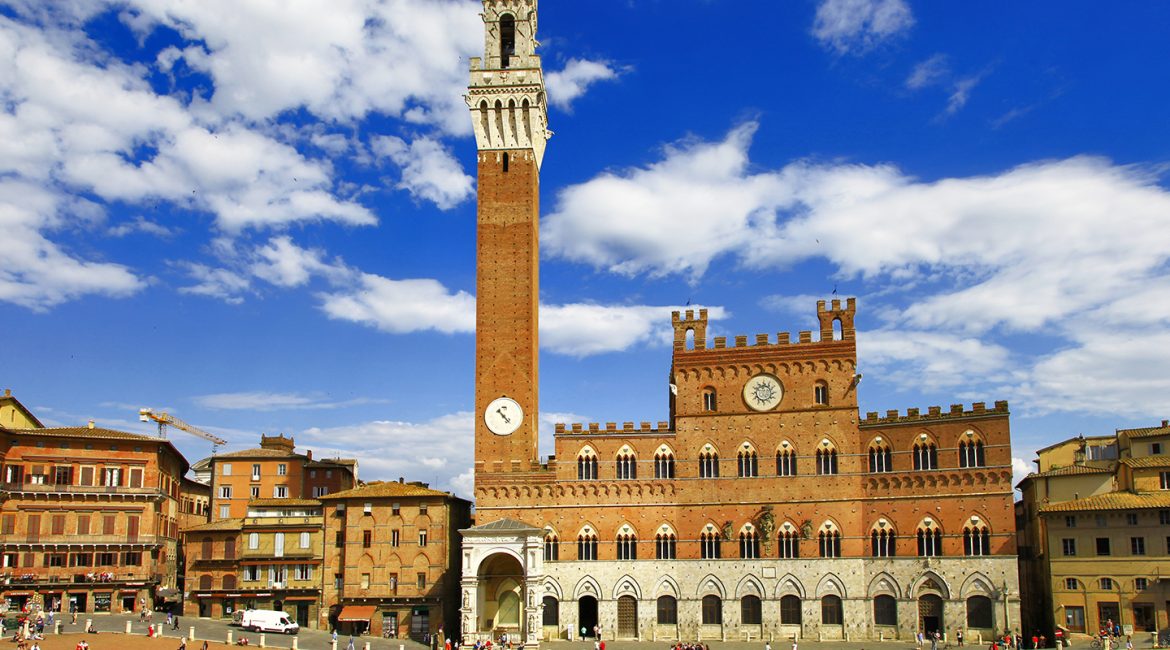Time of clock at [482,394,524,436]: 4:22
